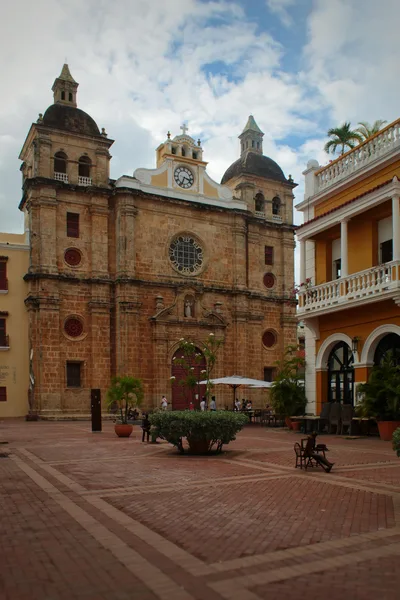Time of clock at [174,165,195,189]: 3:33
